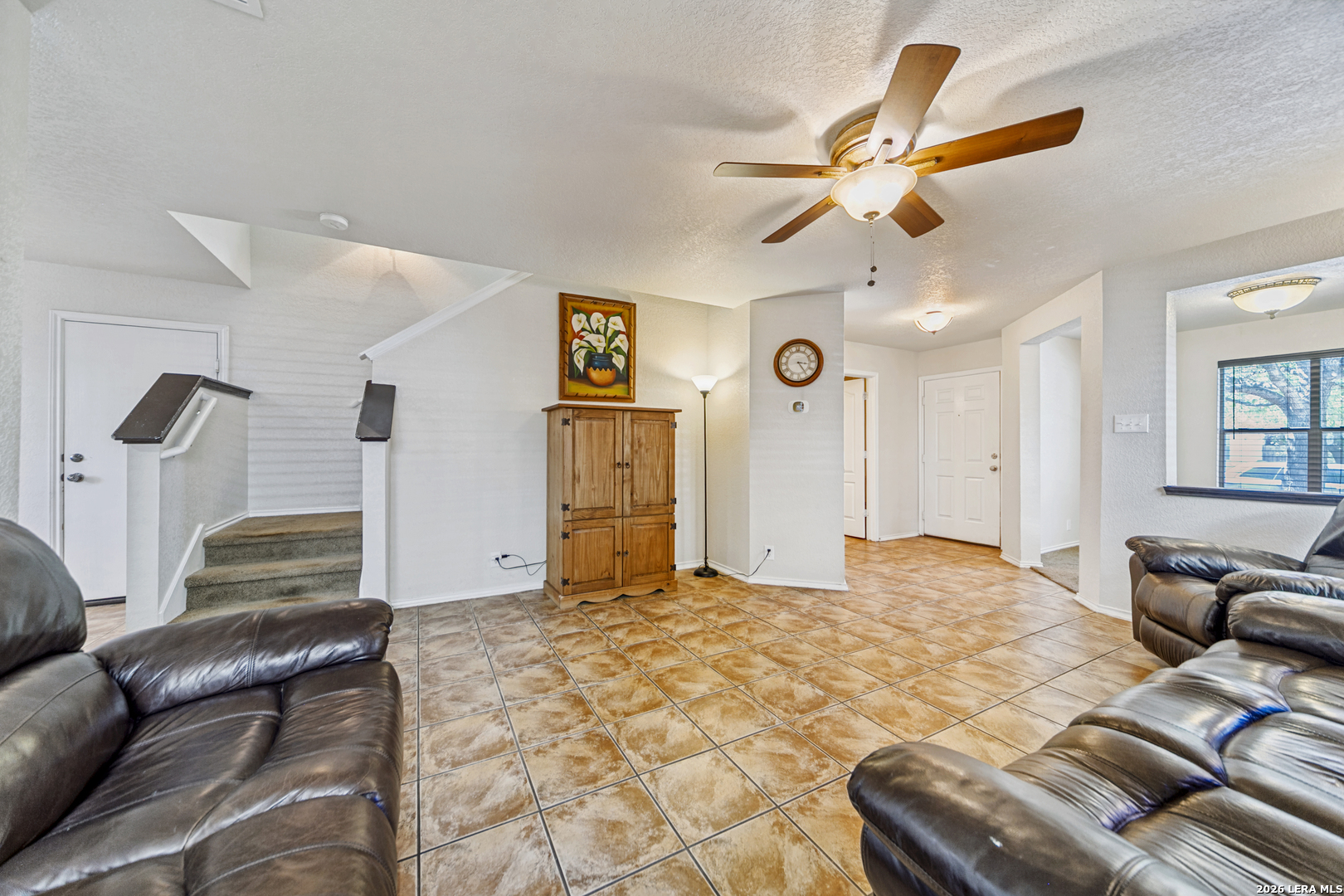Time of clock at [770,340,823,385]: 3:24
